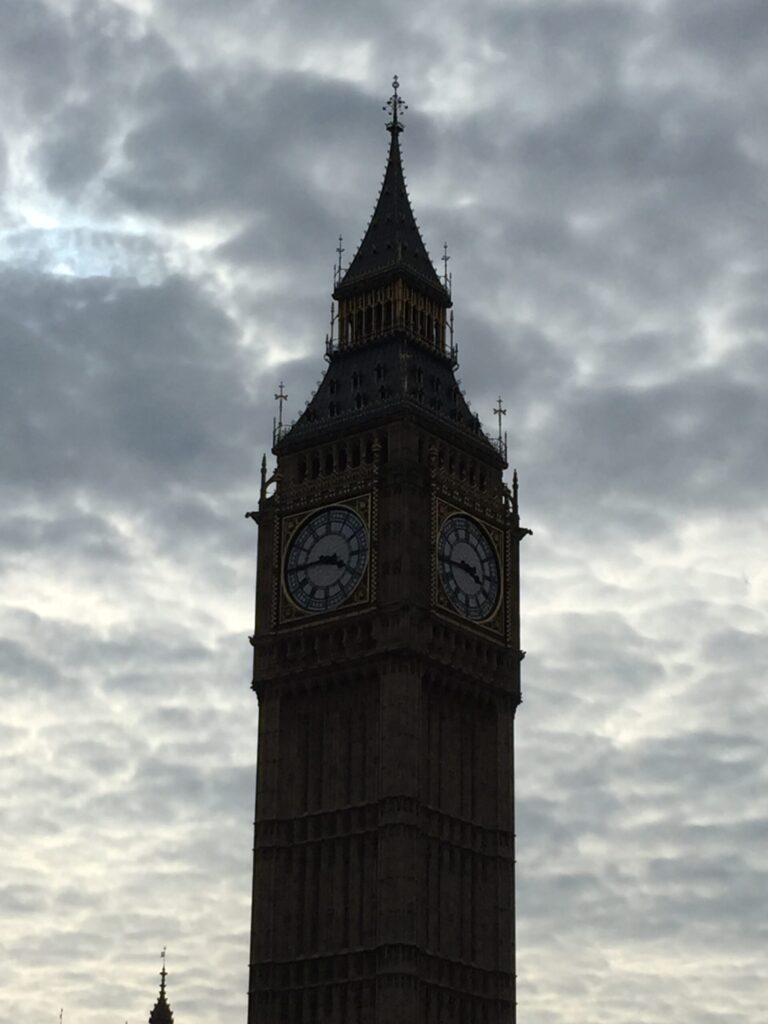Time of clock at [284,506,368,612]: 3:44
